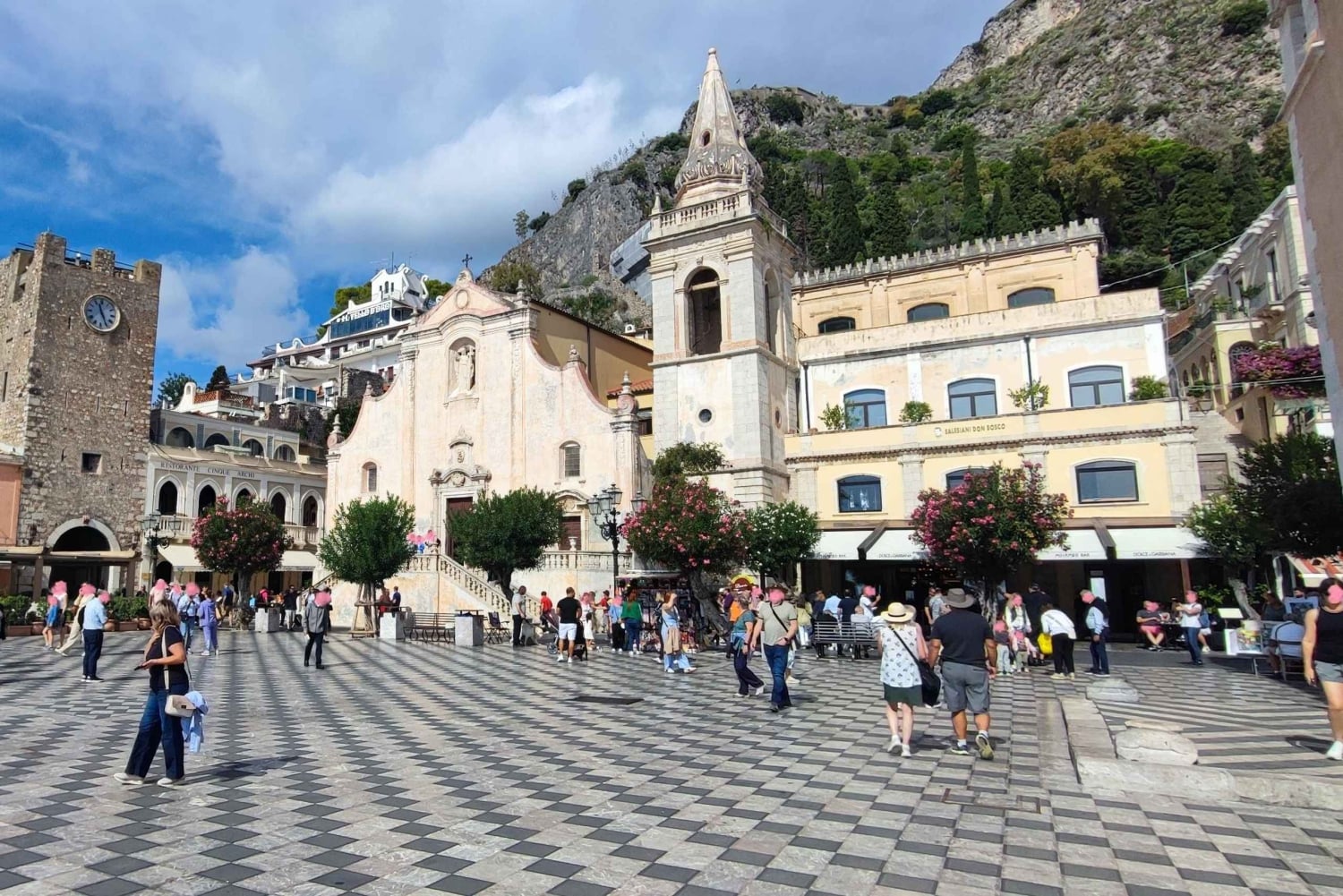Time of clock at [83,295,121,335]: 11:25
